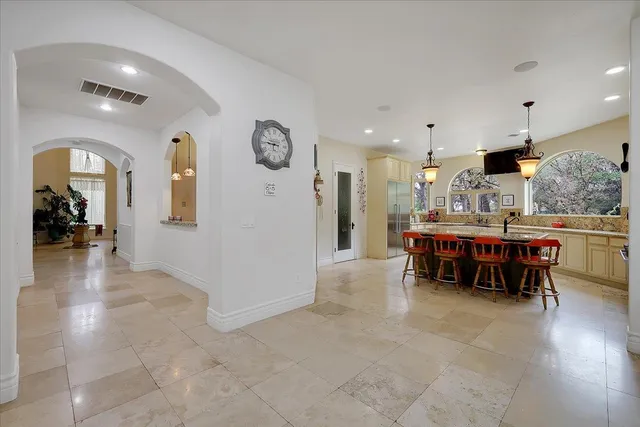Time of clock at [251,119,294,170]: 8:45
